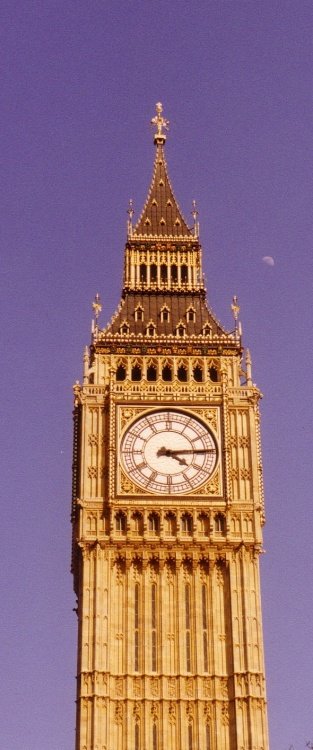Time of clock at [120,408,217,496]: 4:14
